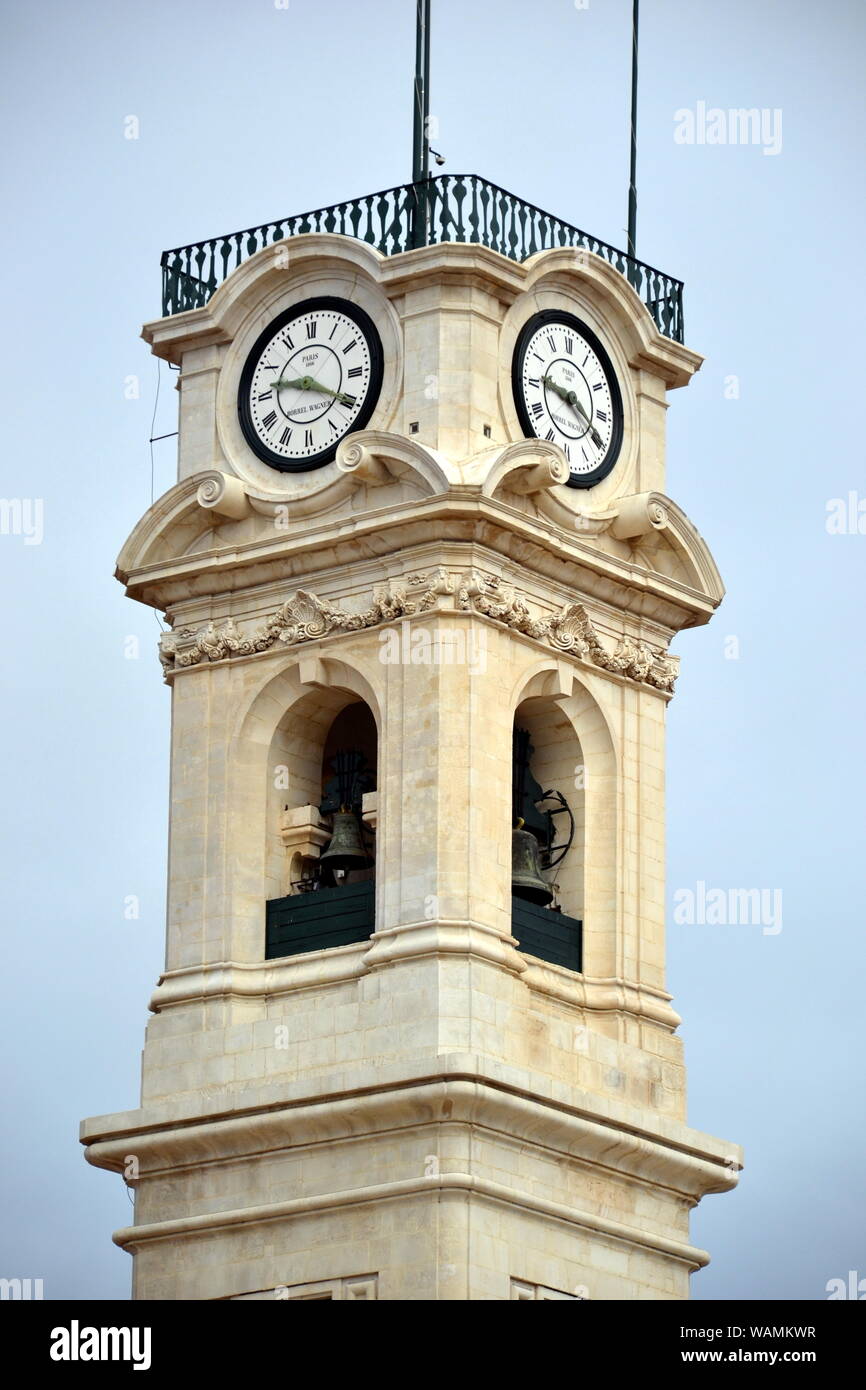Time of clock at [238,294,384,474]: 9:19
